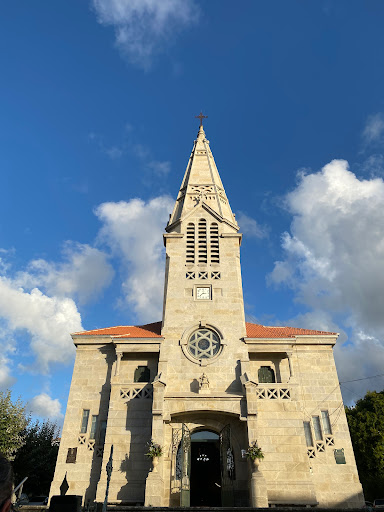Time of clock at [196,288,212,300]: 3:01
